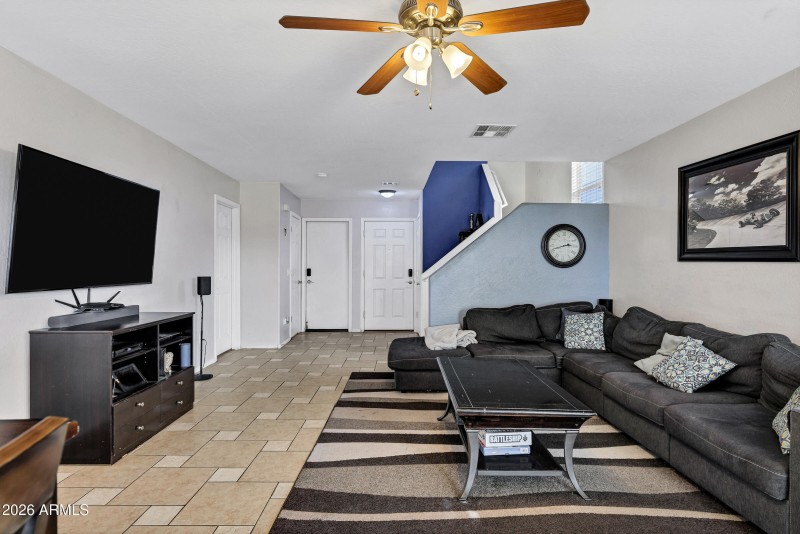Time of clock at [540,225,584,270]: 2:41
